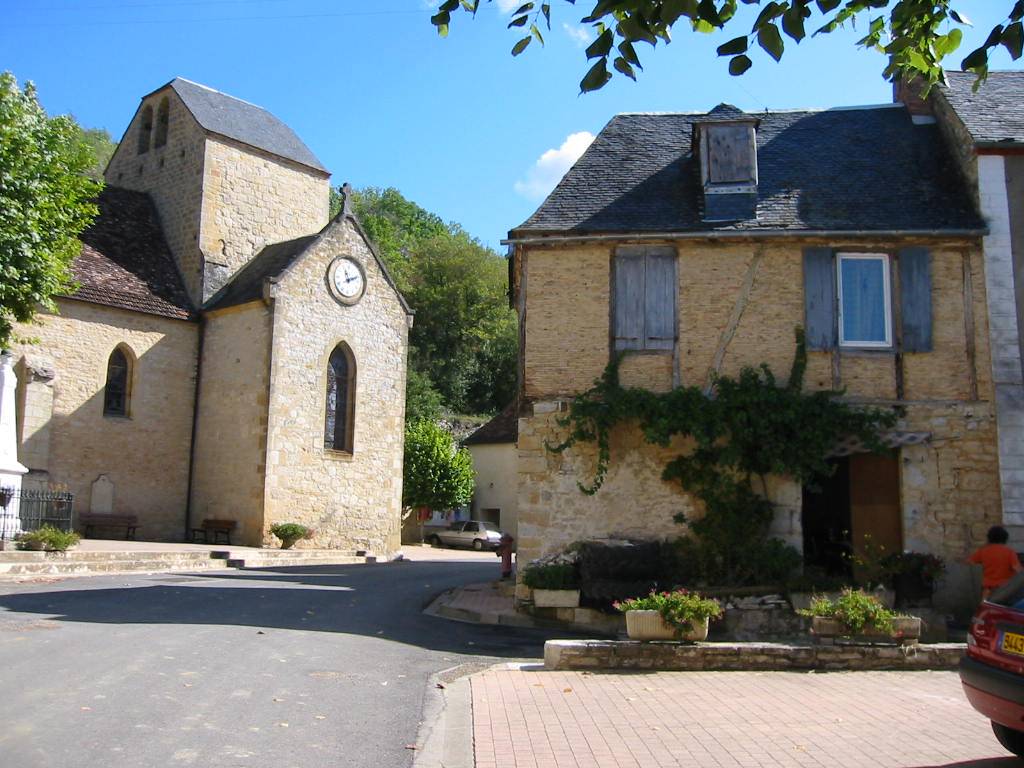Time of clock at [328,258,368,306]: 11:11
